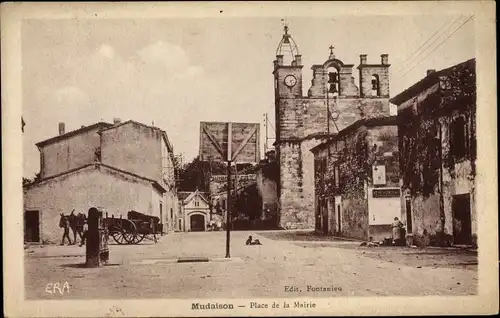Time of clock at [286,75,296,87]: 2:27
